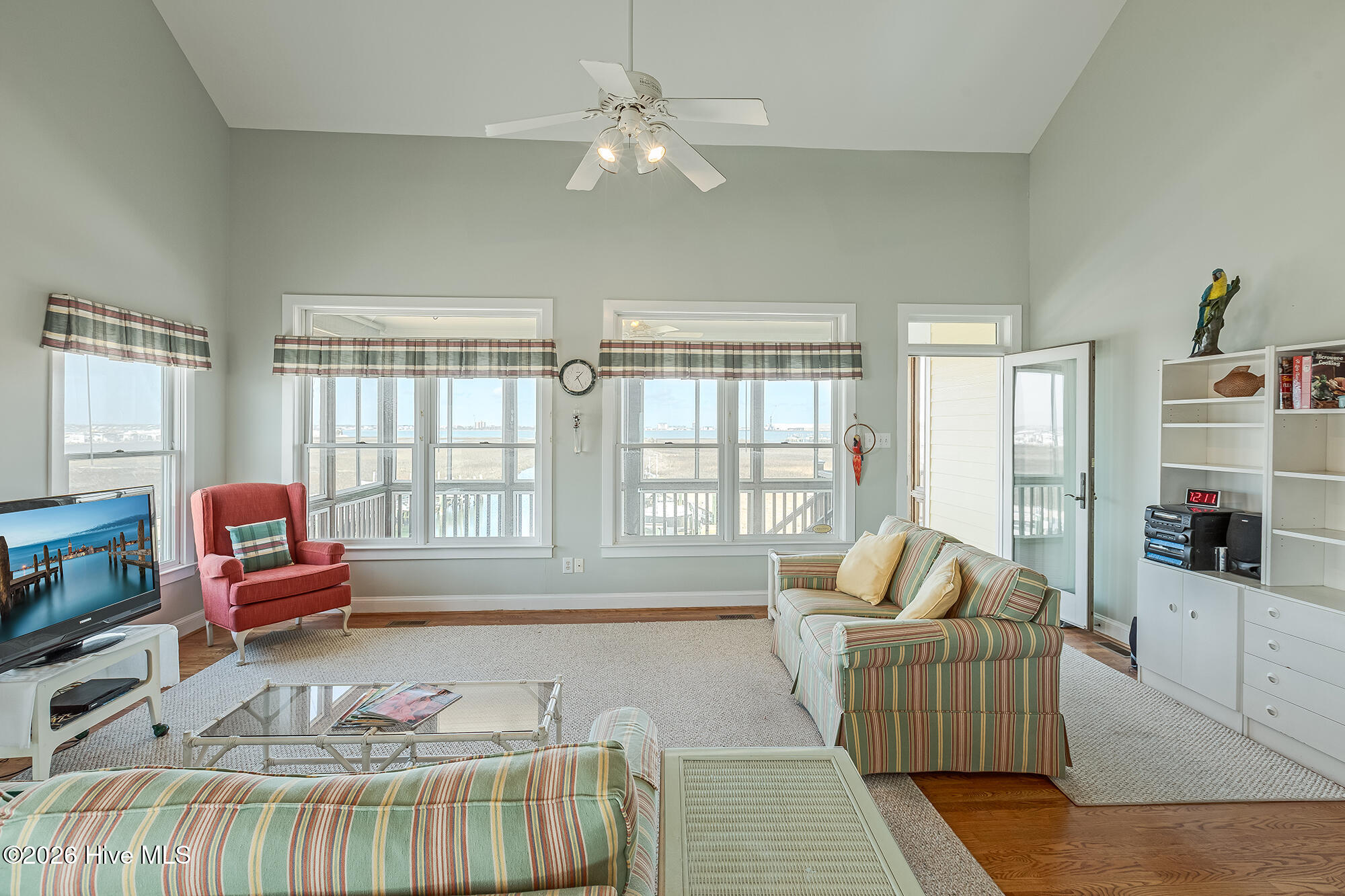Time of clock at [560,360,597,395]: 1:25
